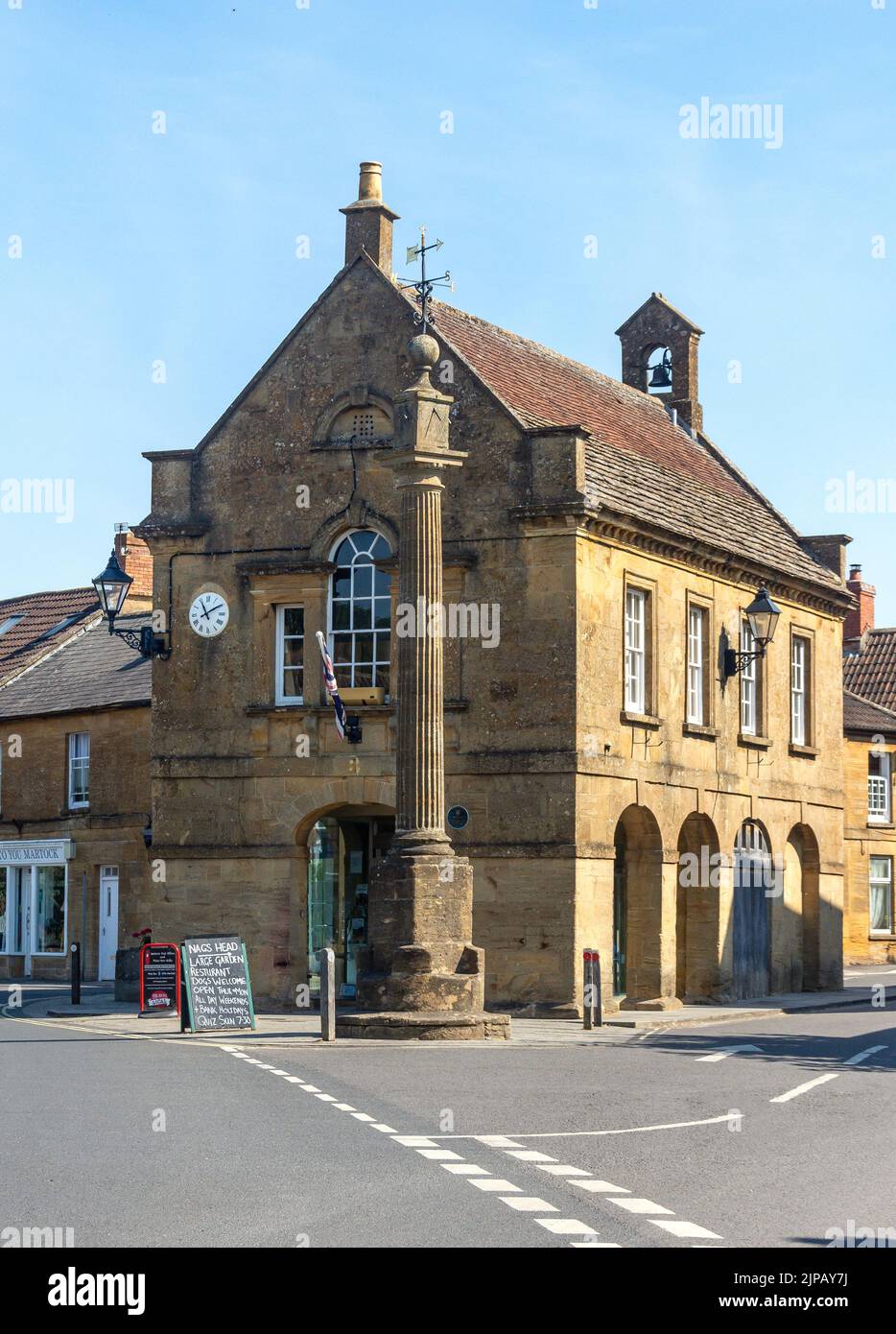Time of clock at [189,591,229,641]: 11:09
